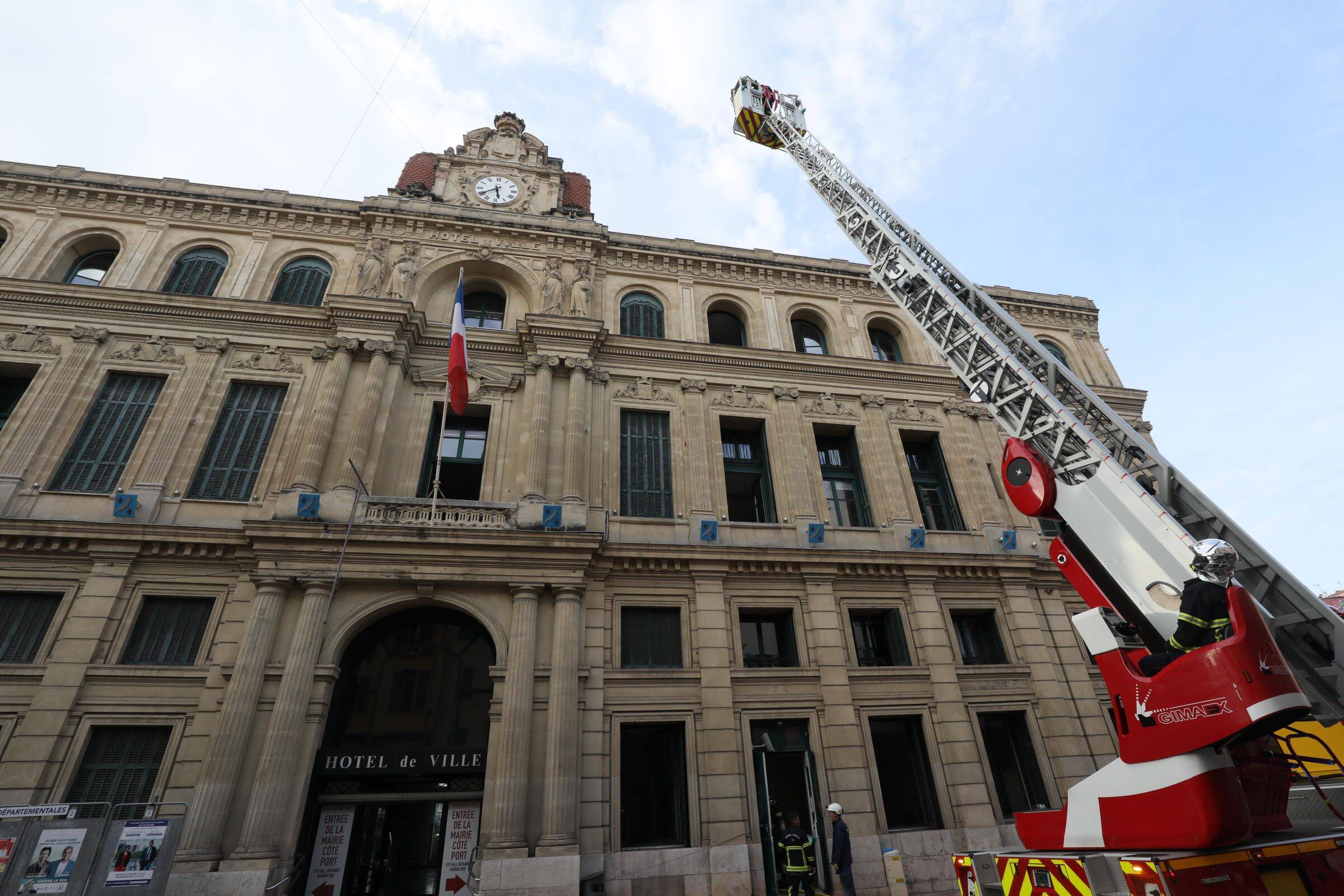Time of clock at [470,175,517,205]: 5:40
